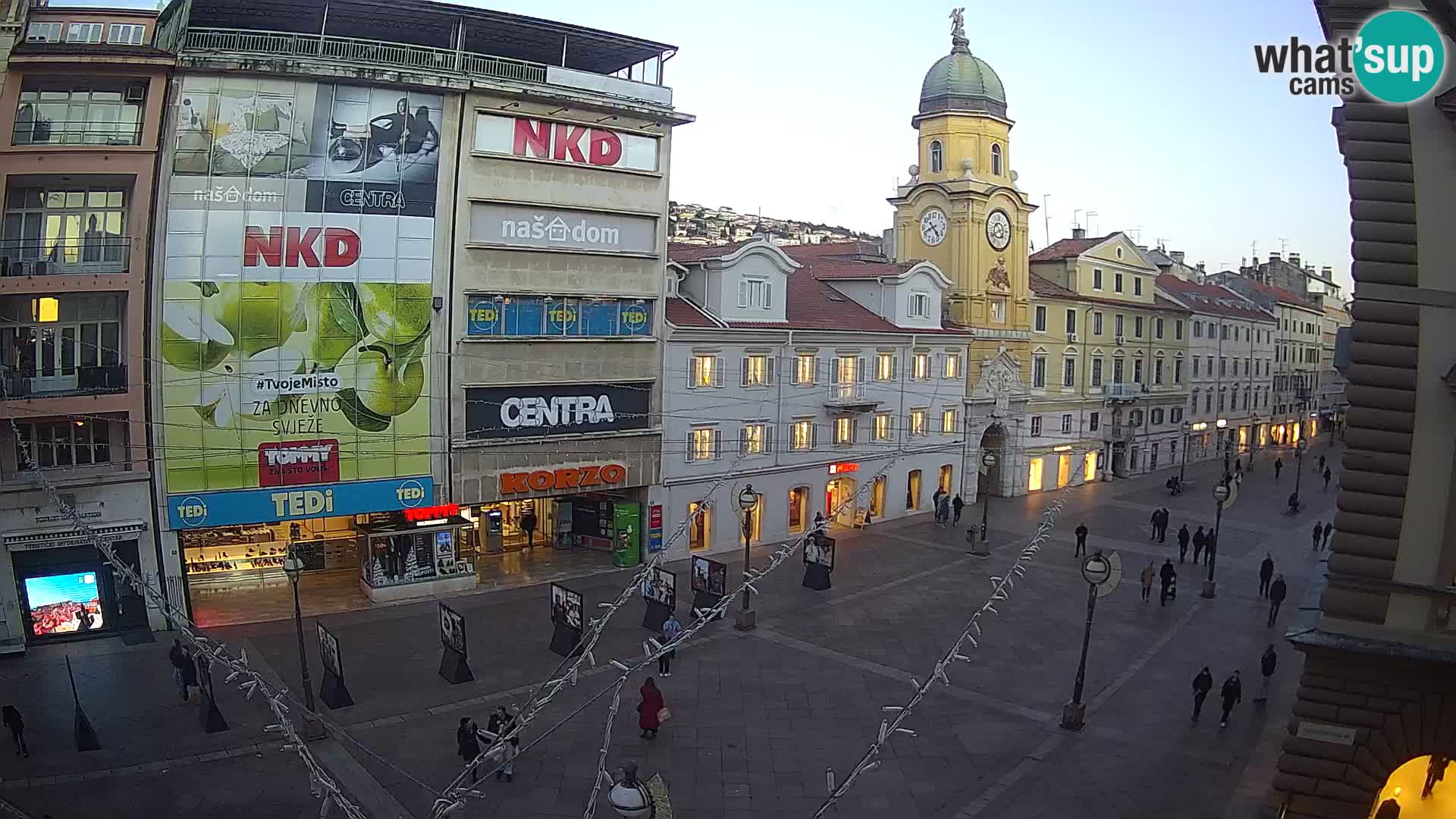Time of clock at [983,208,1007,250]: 10:41
